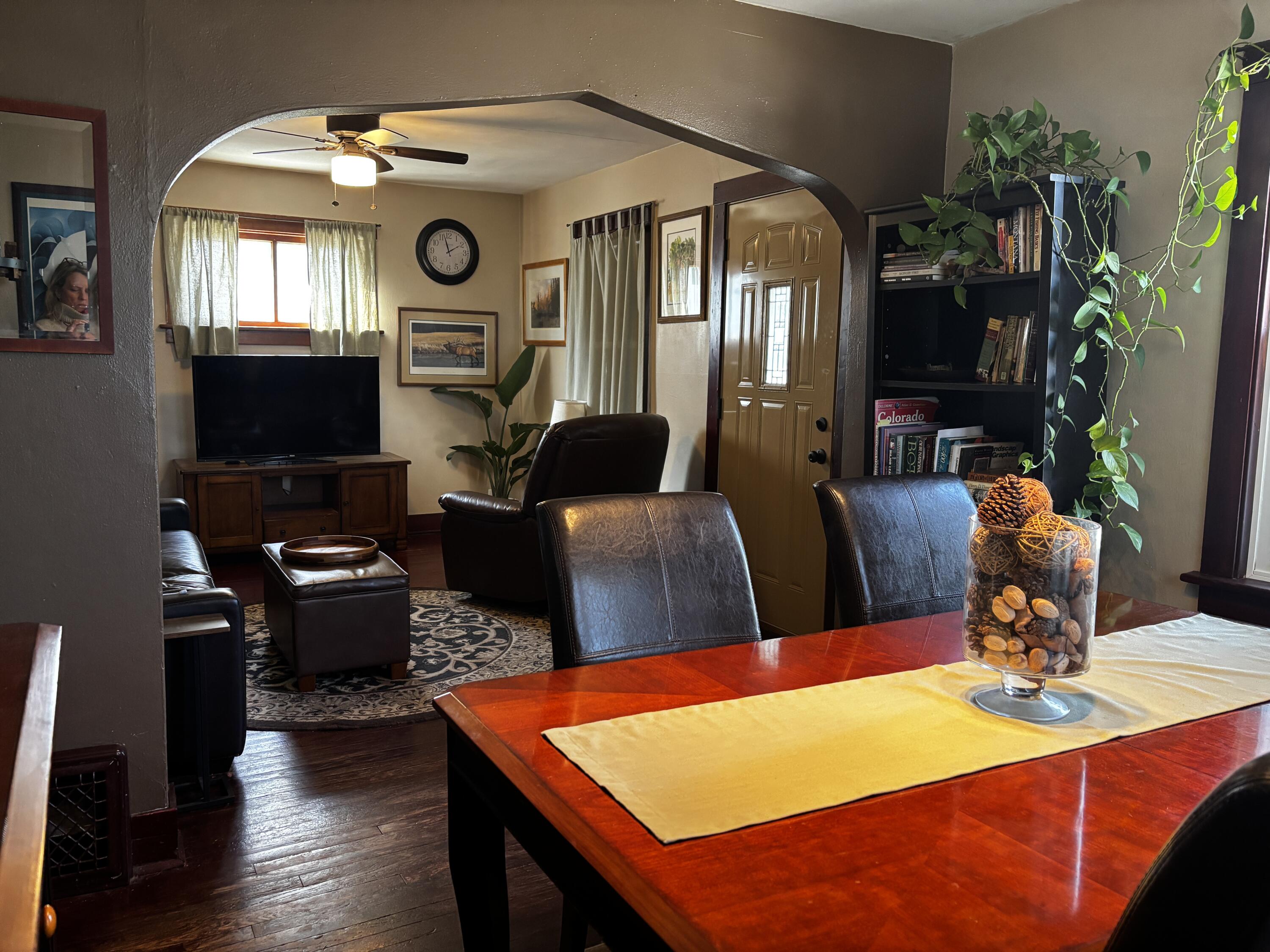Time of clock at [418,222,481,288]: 1:57
